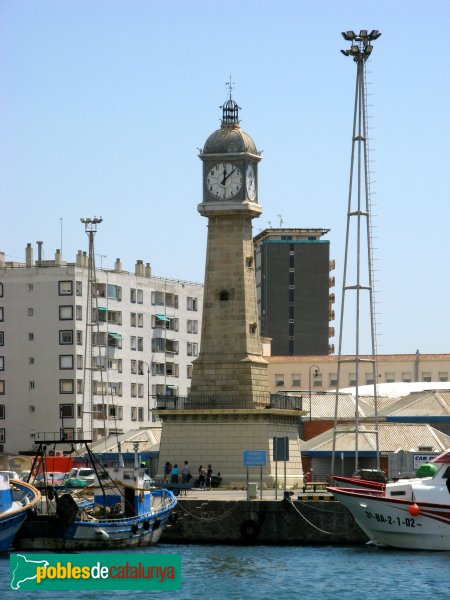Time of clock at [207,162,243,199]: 12:07
